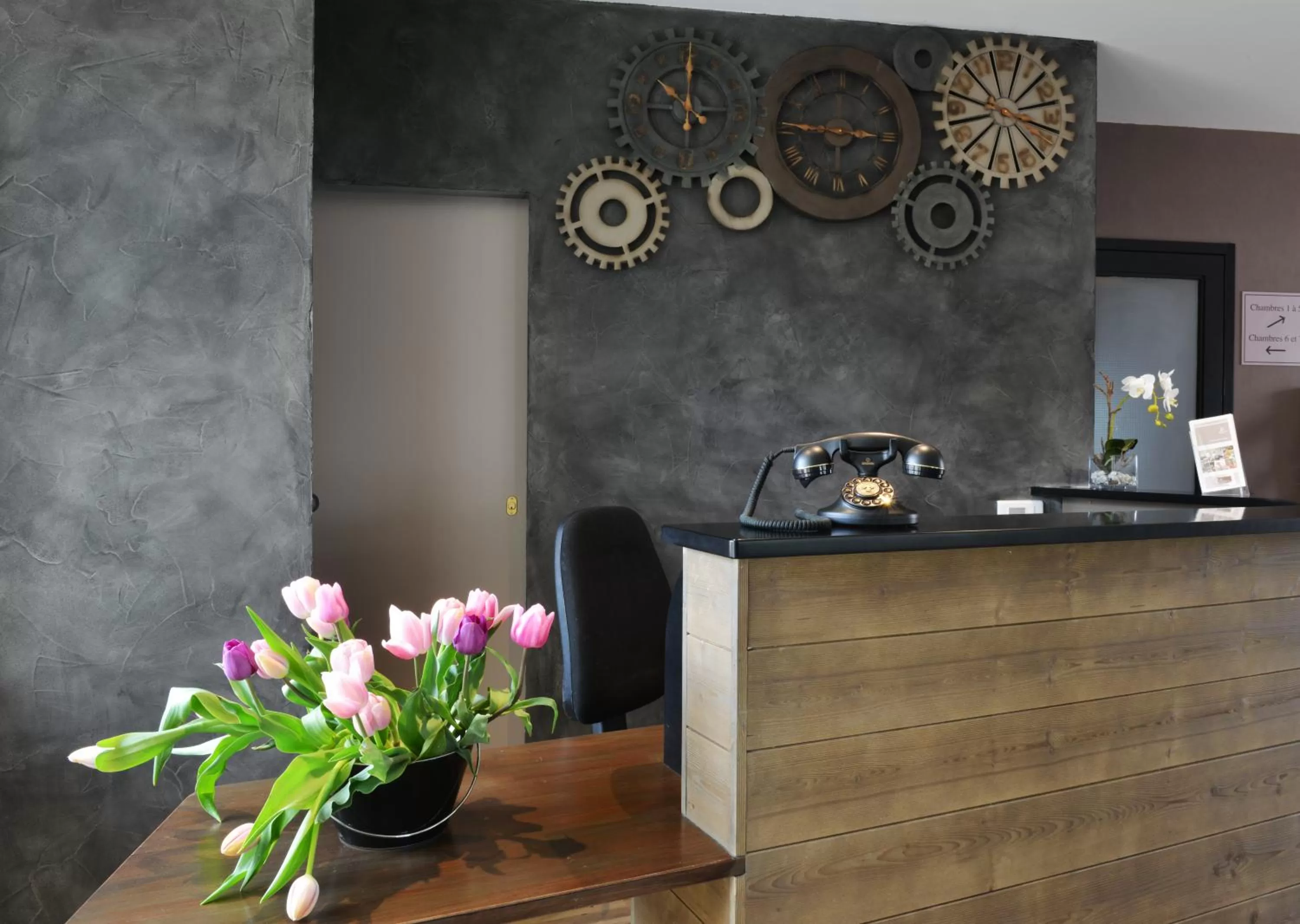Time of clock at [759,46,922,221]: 9:15
